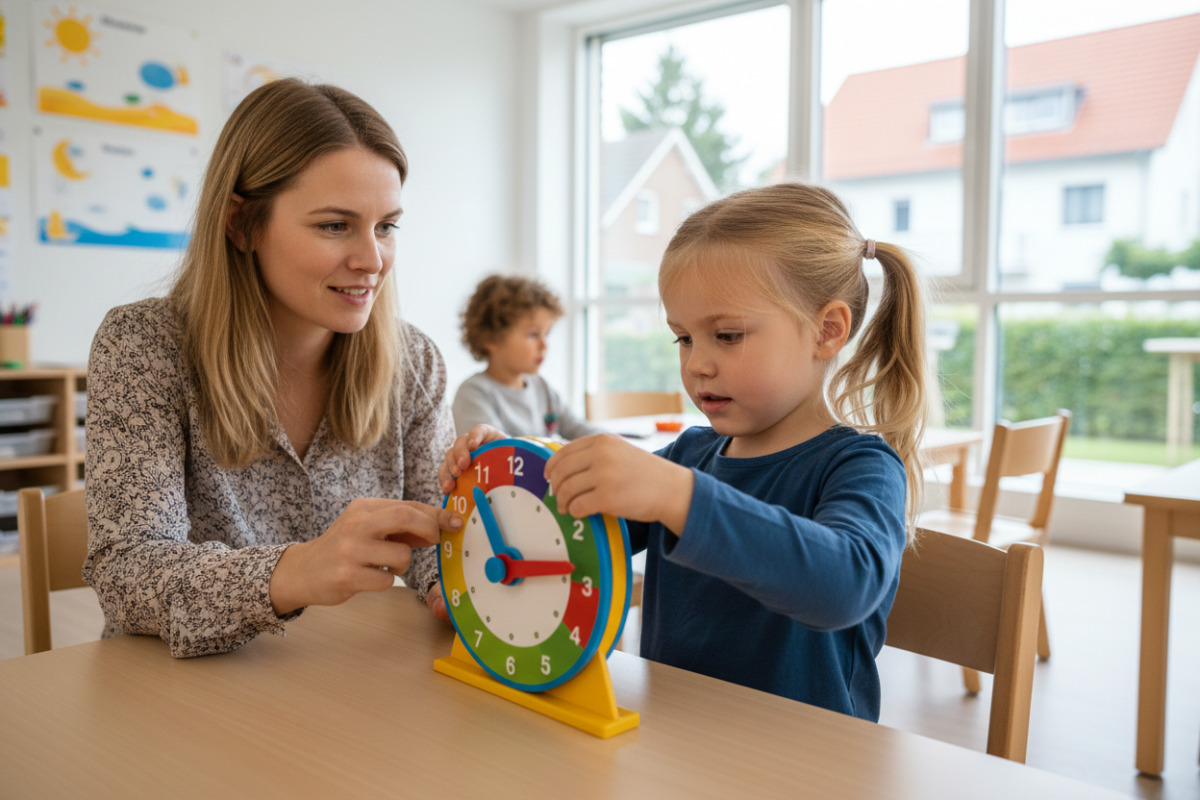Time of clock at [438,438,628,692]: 11:13
